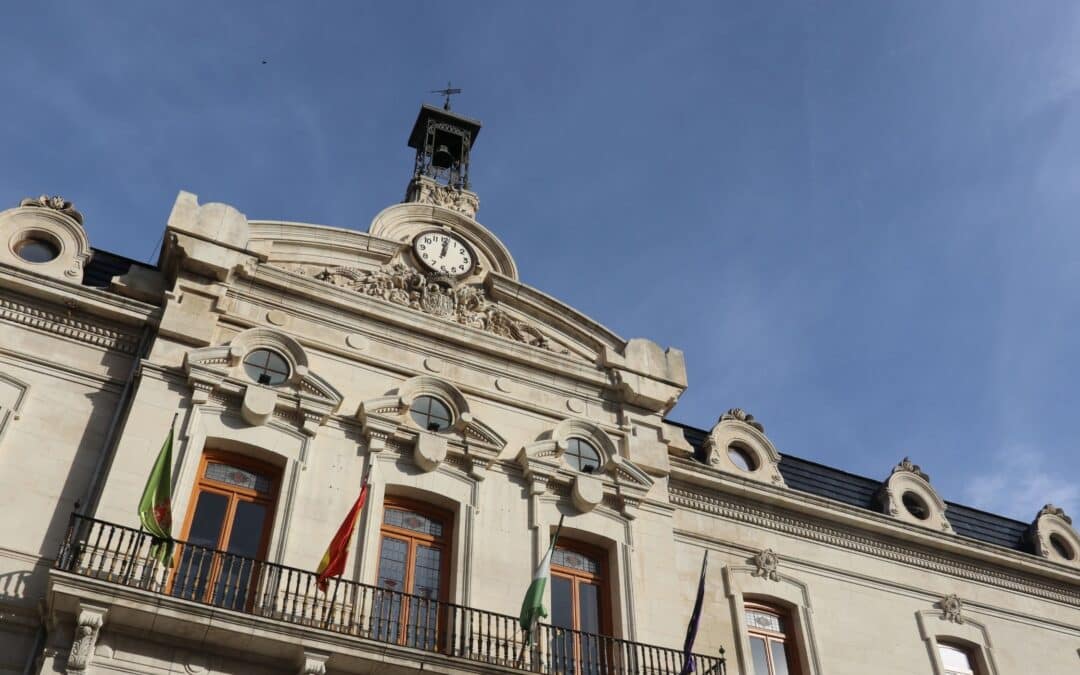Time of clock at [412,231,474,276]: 12:01
